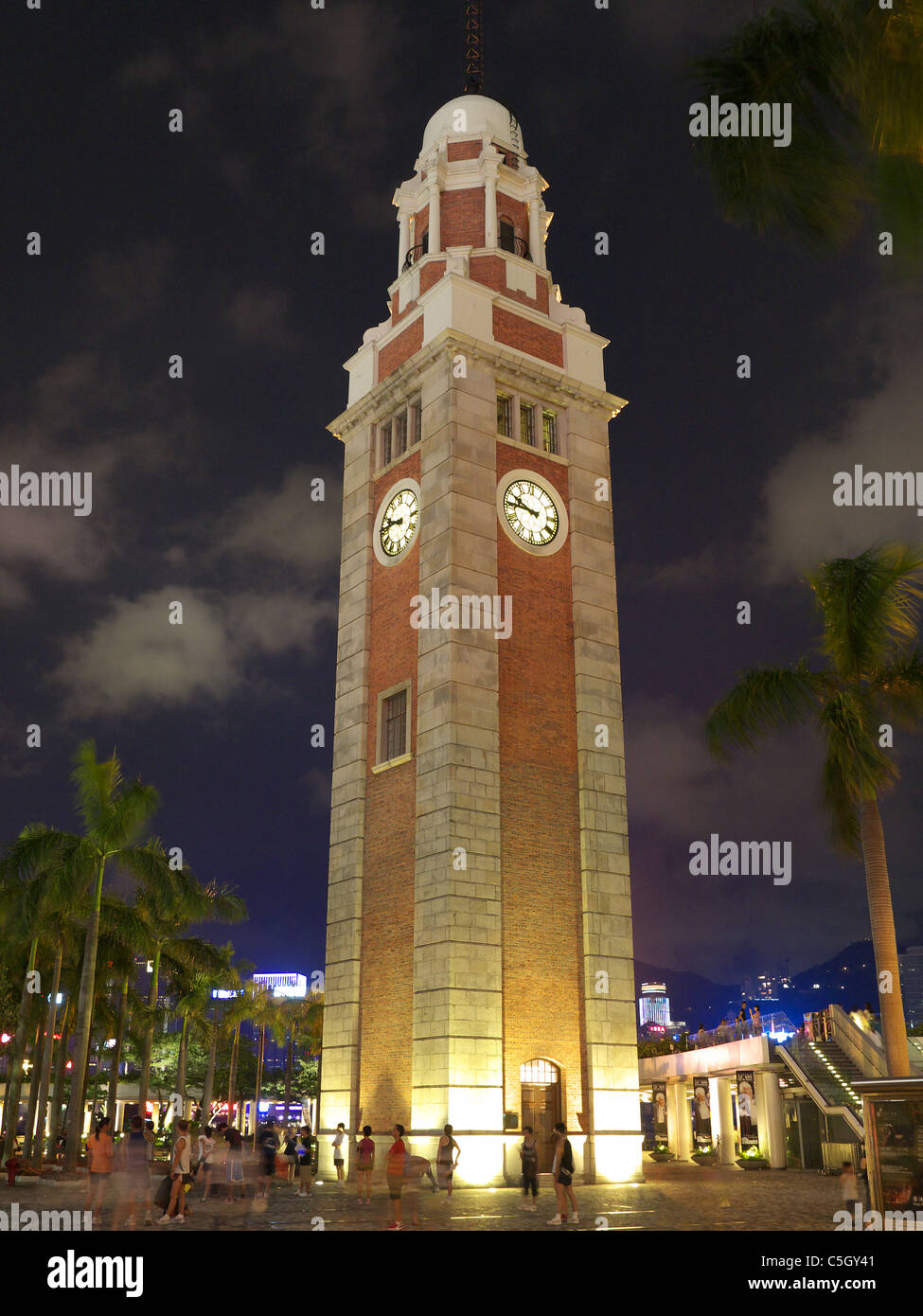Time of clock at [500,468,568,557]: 9:45
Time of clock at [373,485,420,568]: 9:45
